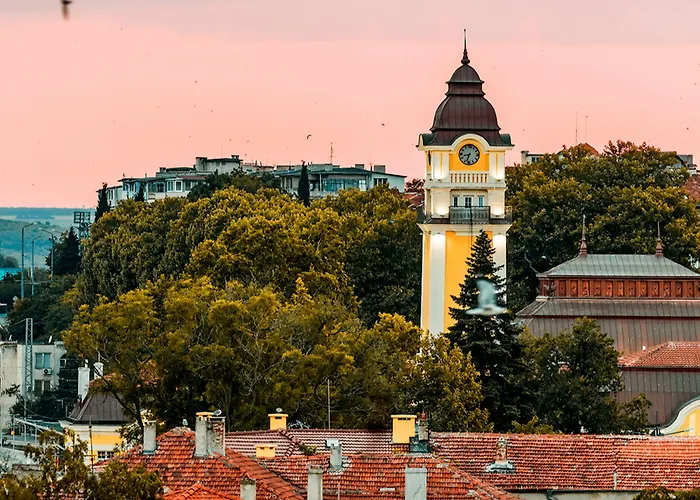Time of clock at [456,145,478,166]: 8:33
